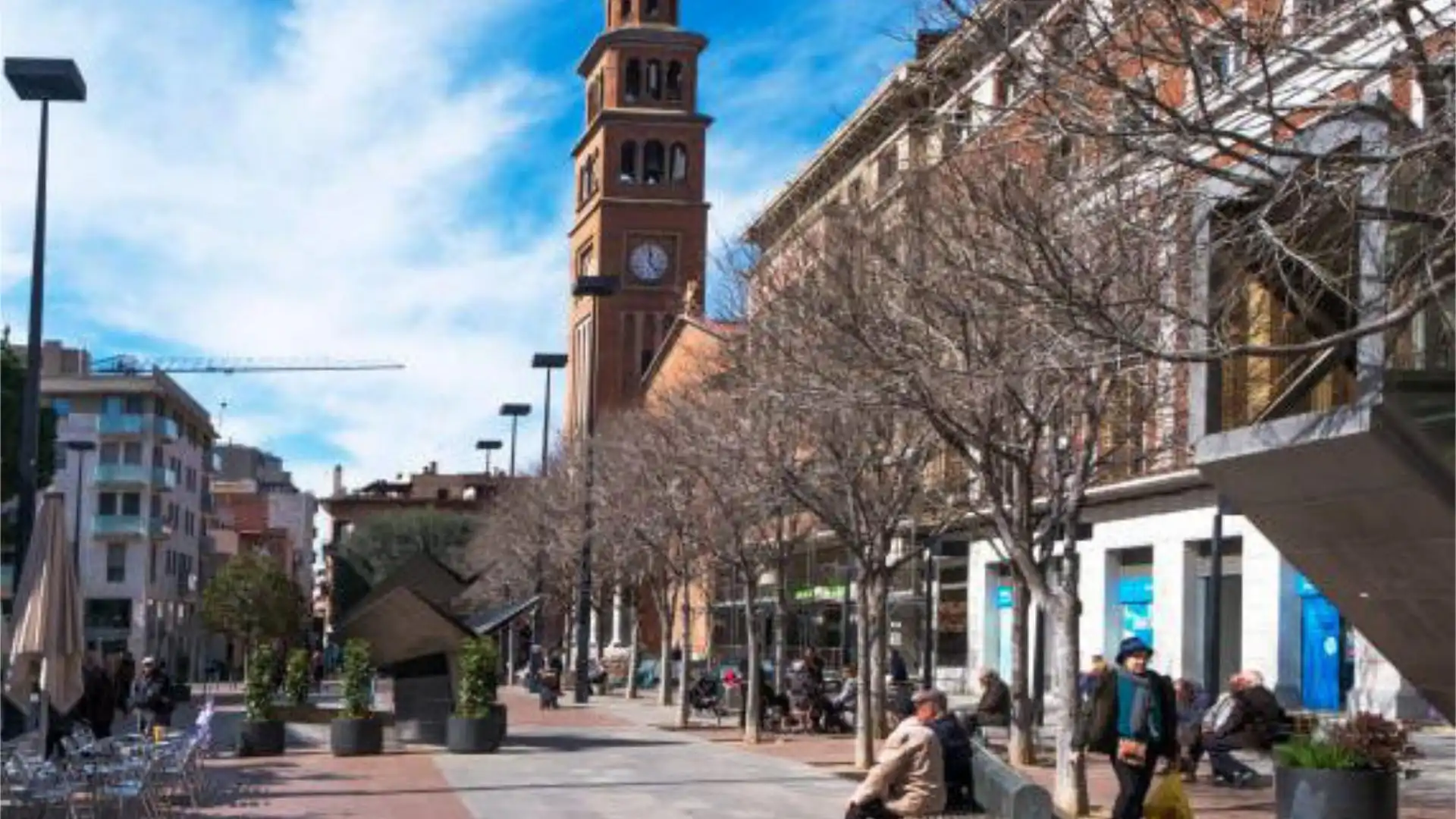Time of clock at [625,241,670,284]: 12:23
